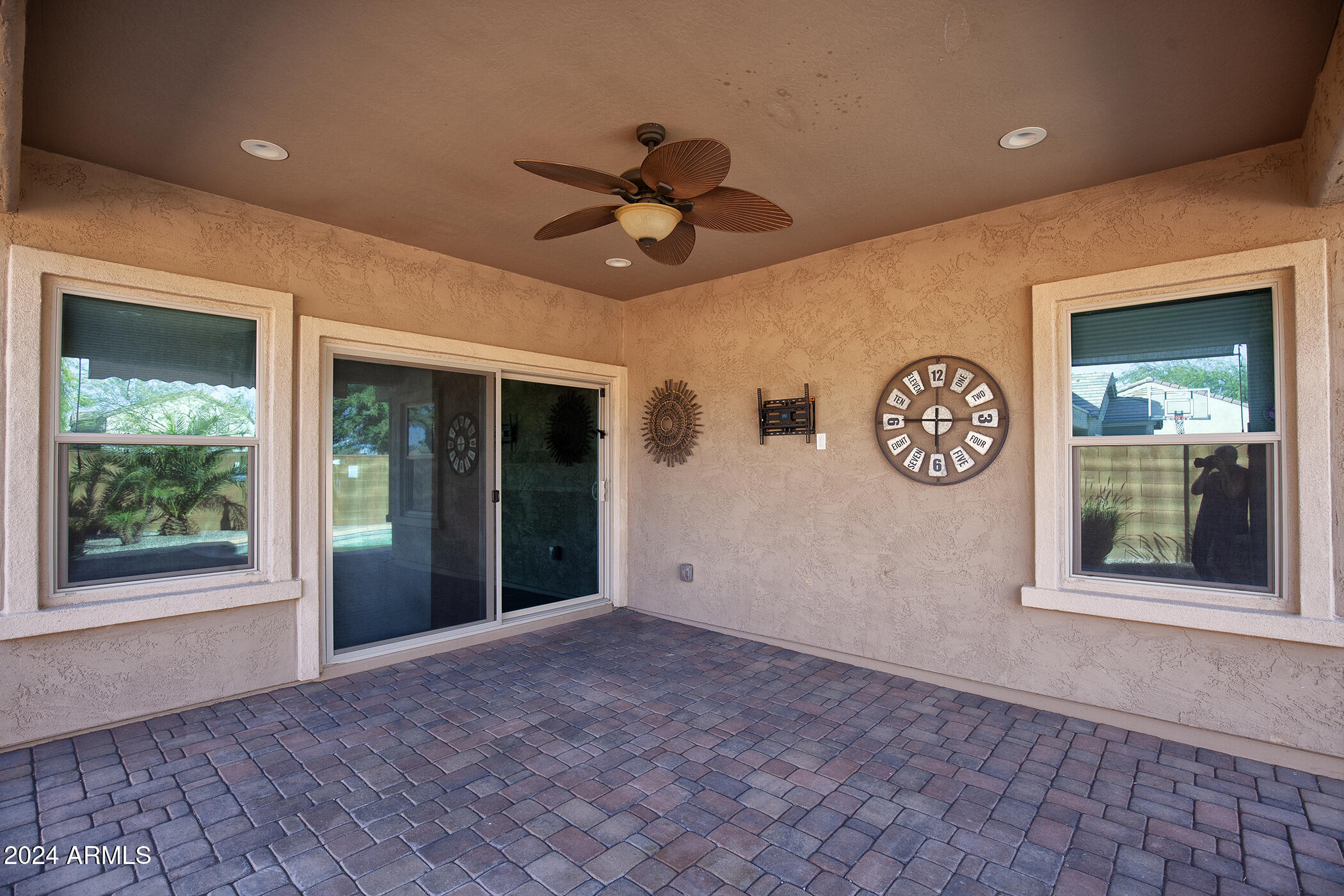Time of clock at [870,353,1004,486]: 5:45
